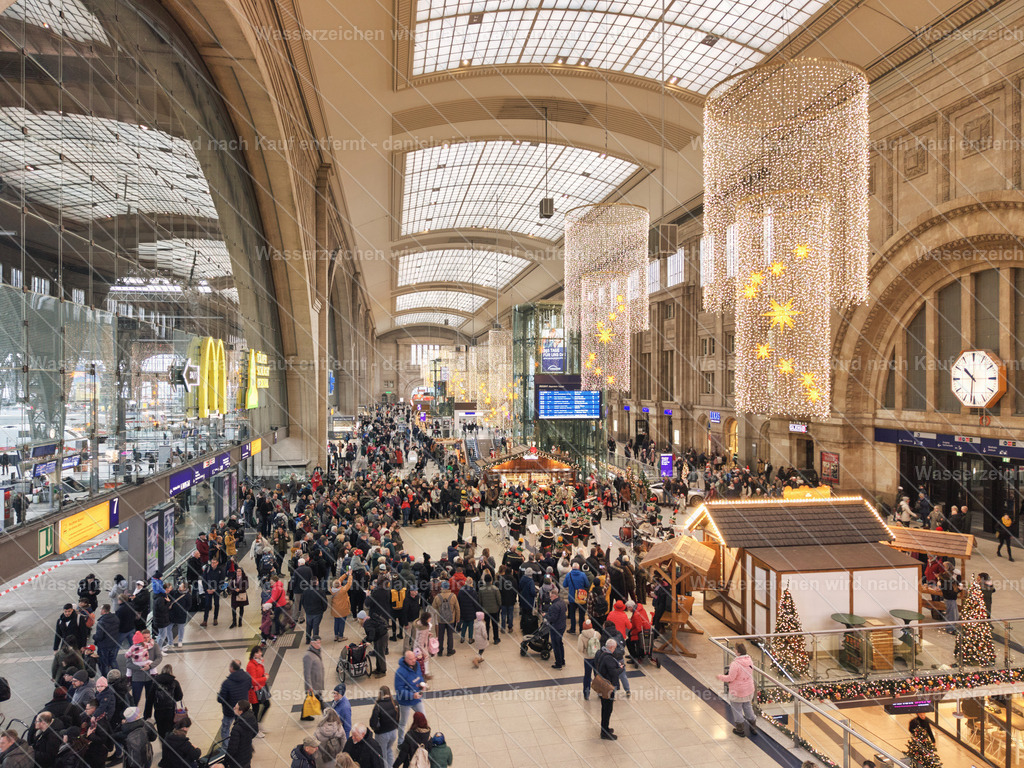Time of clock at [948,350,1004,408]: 10:31
